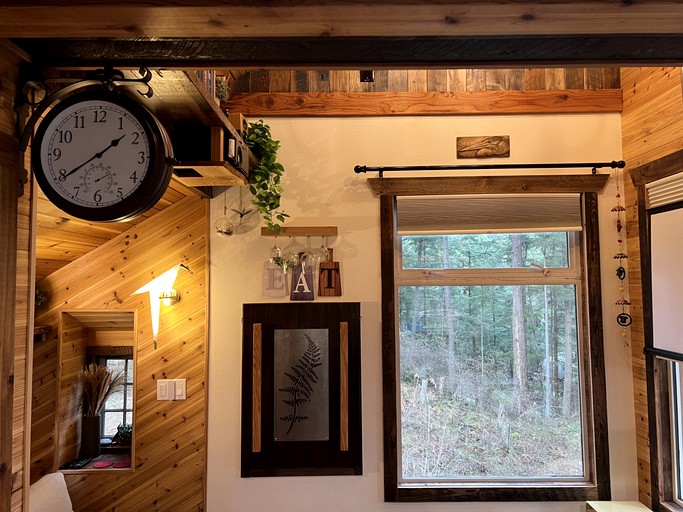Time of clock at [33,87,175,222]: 1:39
